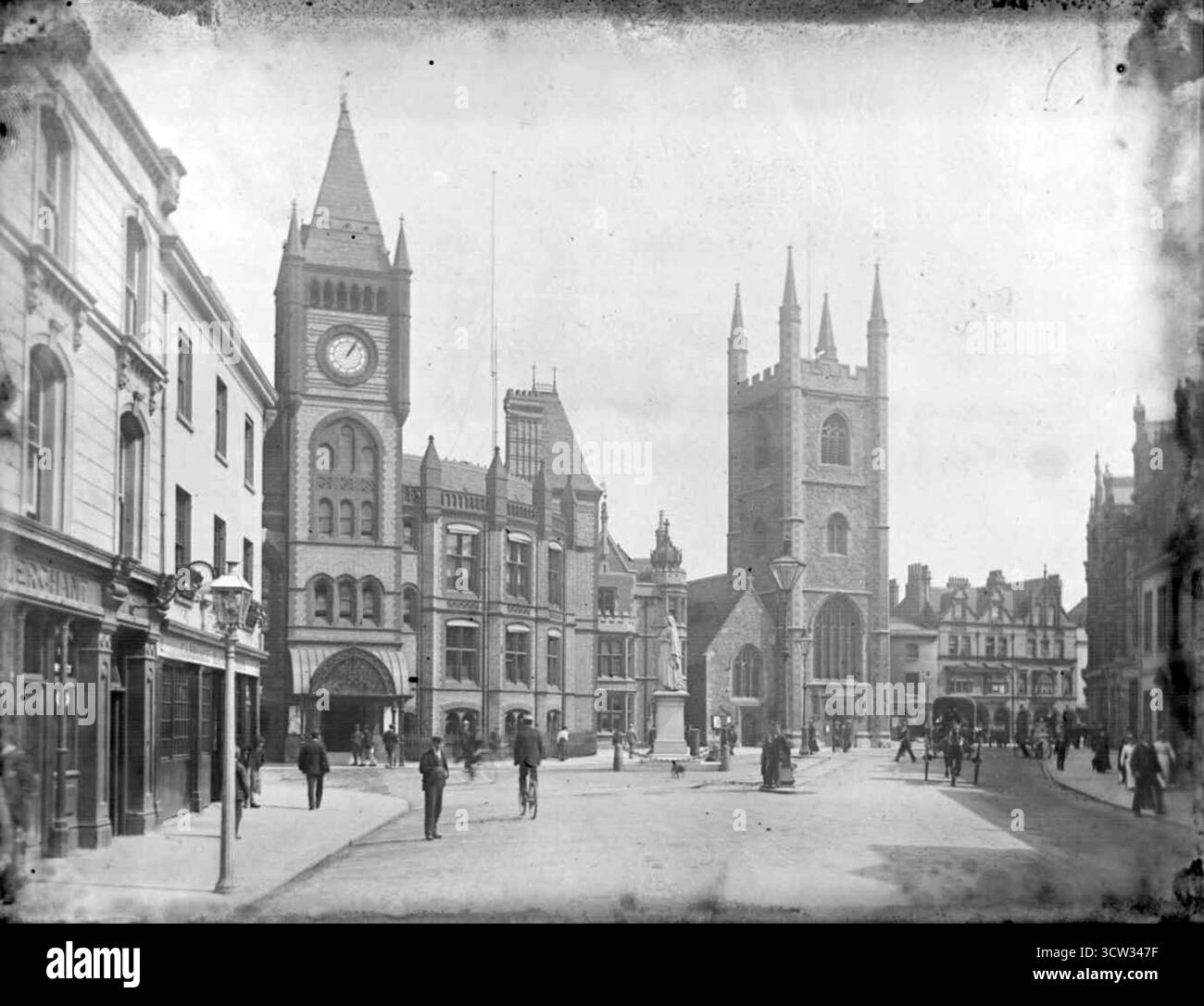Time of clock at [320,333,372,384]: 1:05
